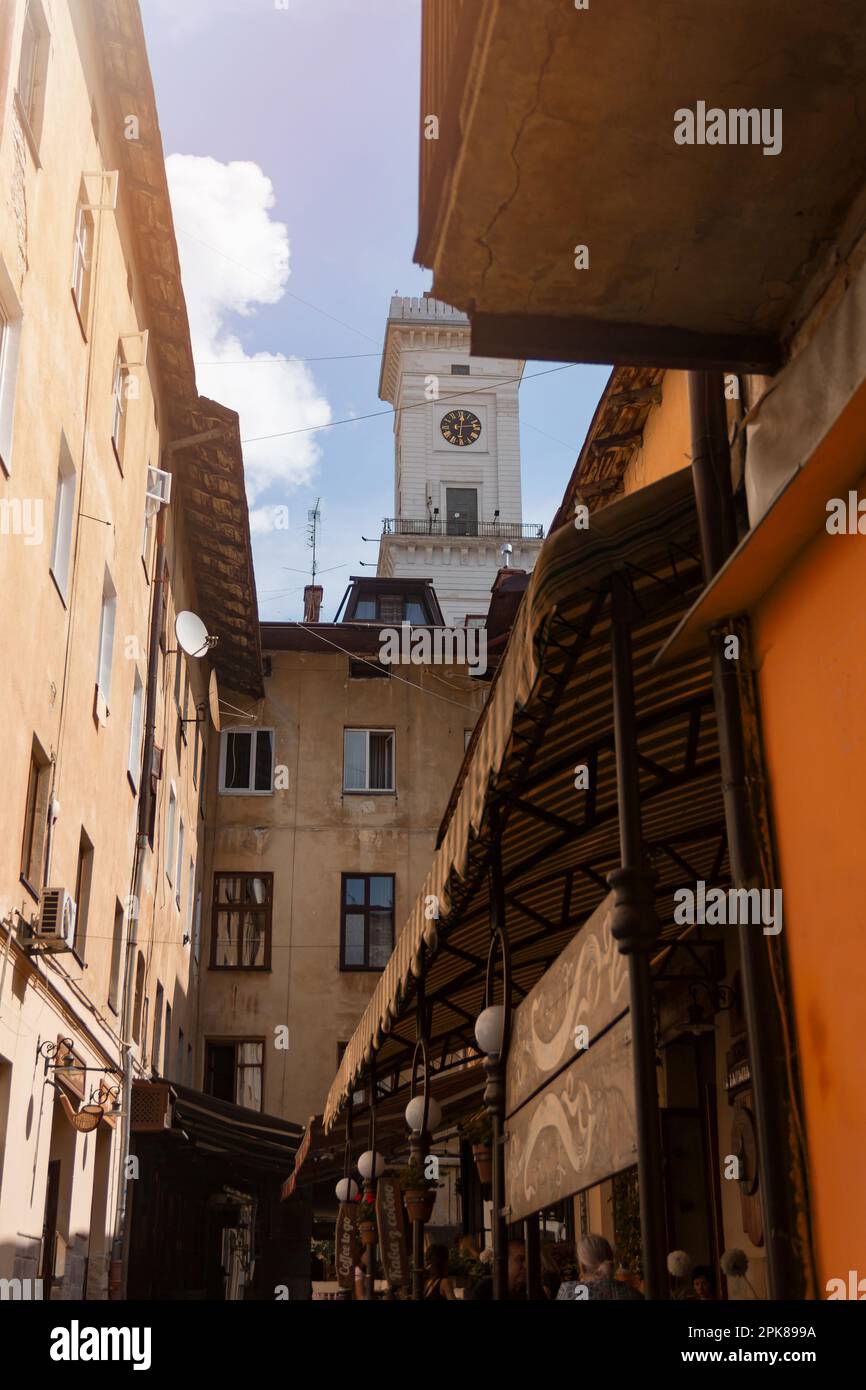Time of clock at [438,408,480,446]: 12:13
